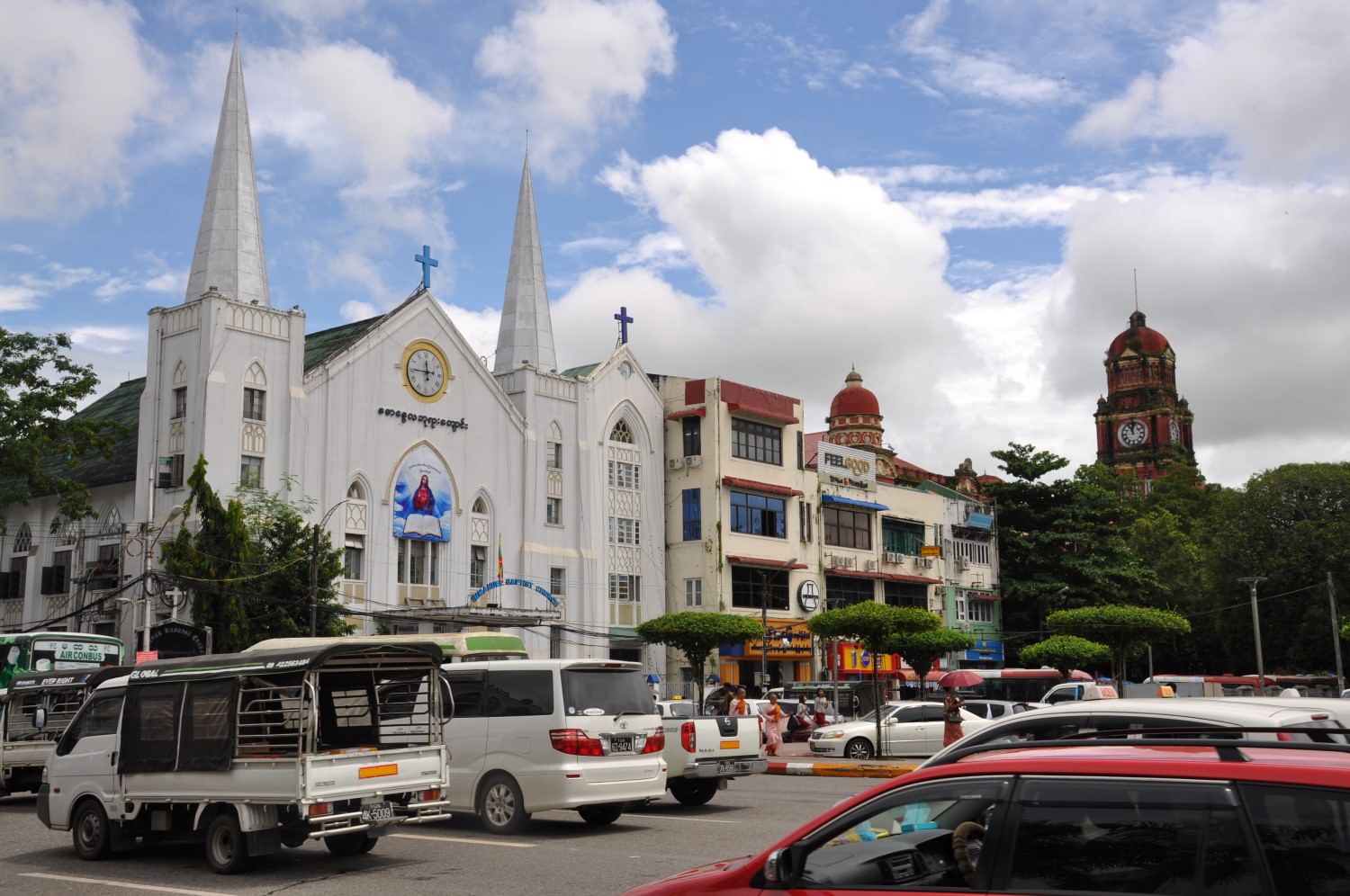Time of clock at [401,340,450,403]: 11:45
